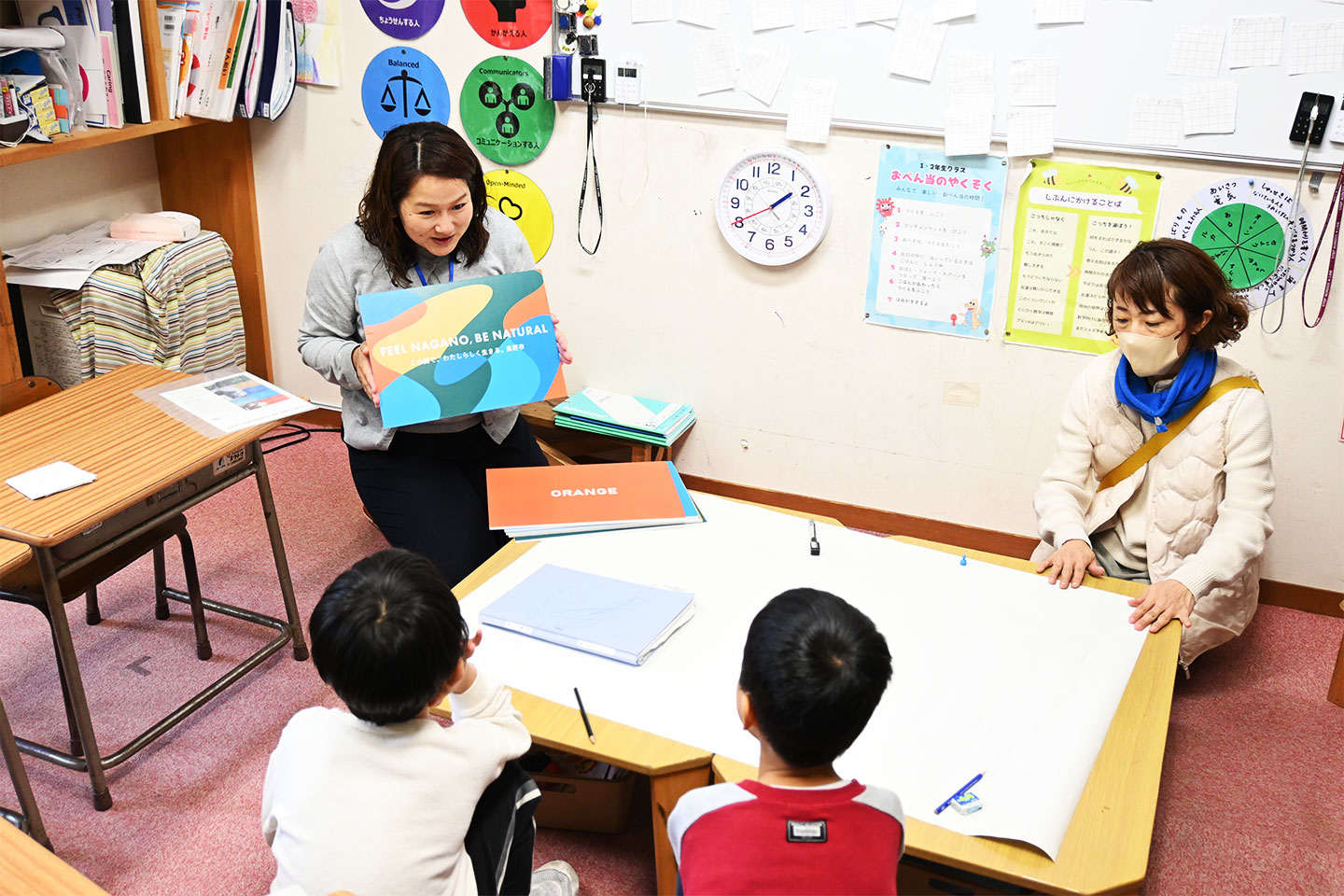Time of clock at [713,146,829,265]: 1:40
